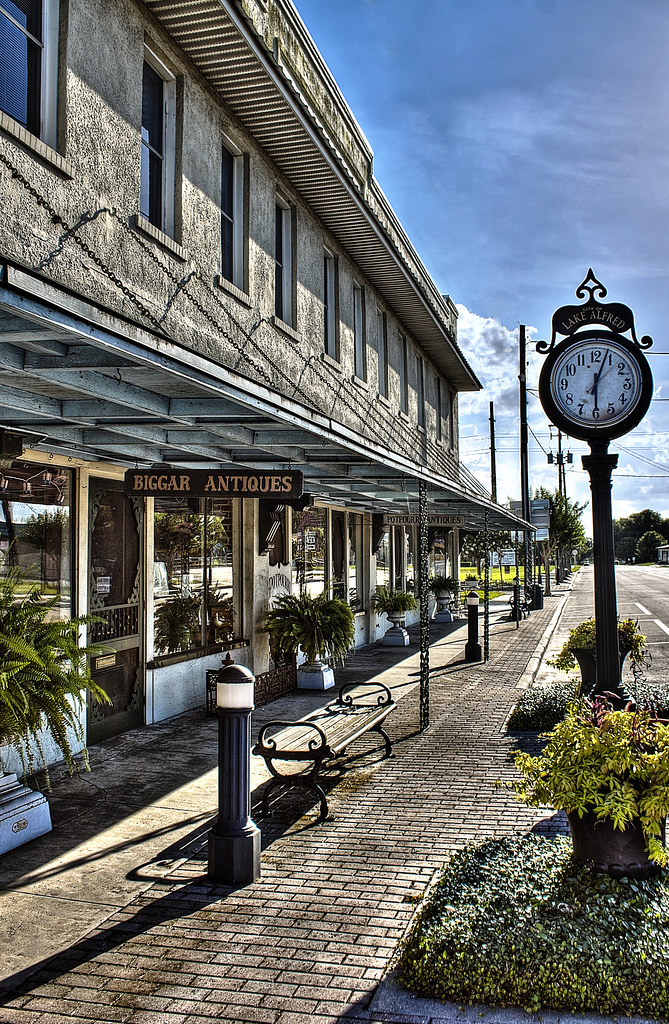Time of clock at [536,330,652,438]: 6:03
